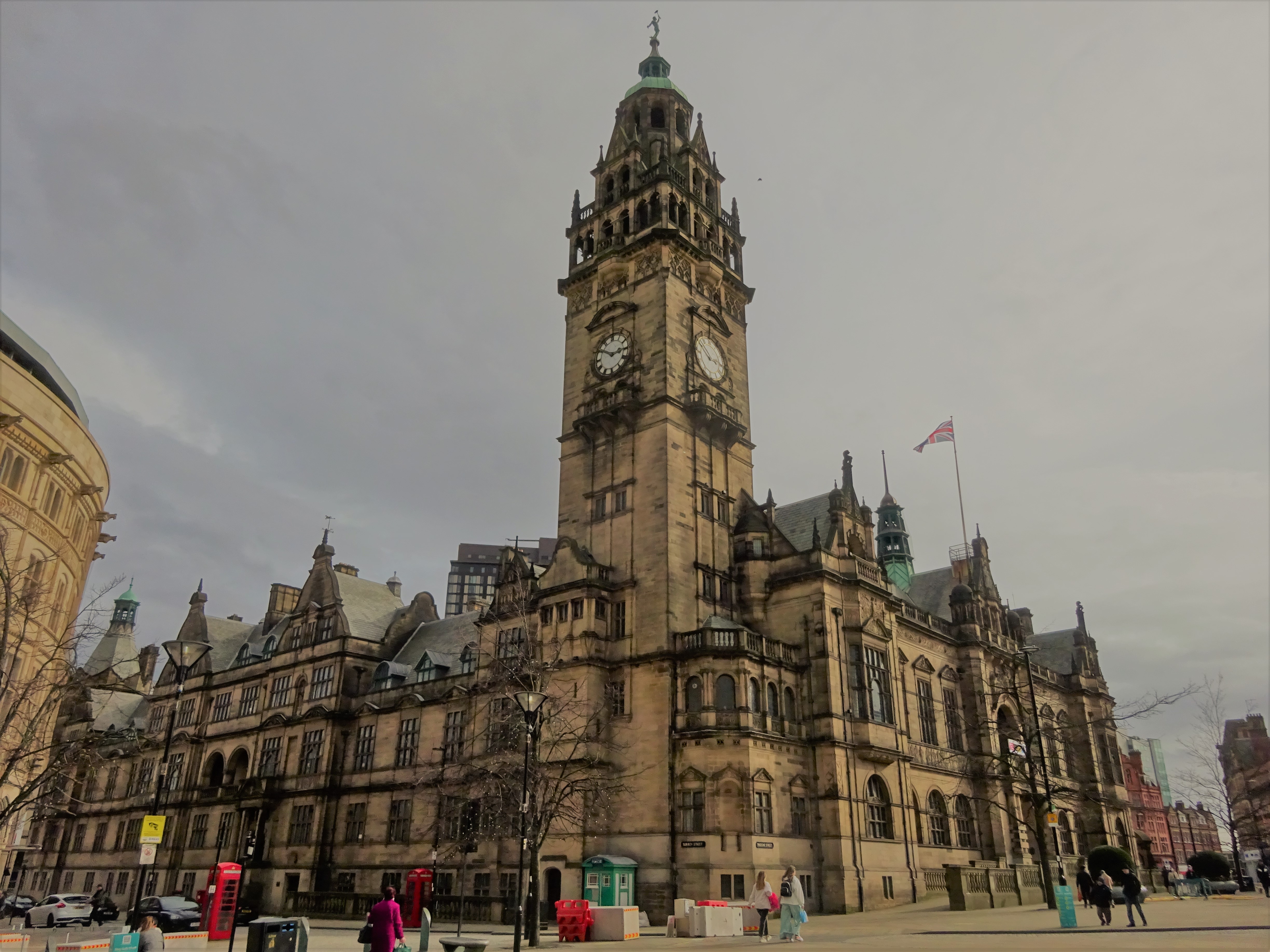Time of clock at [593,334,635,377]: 2:50
